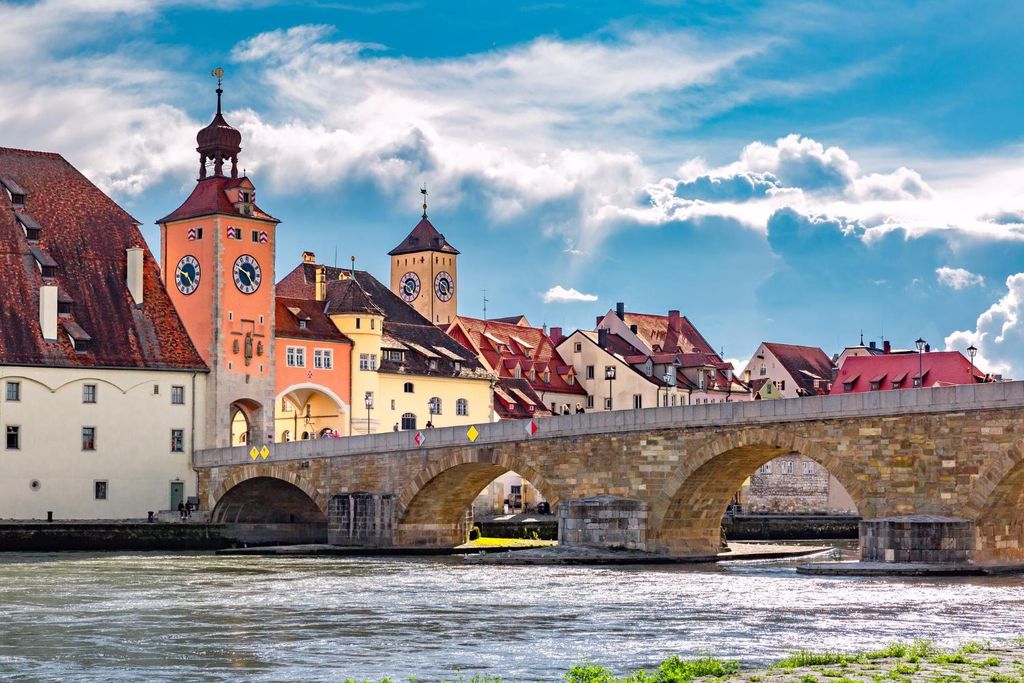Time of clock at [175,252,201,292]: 4:48
